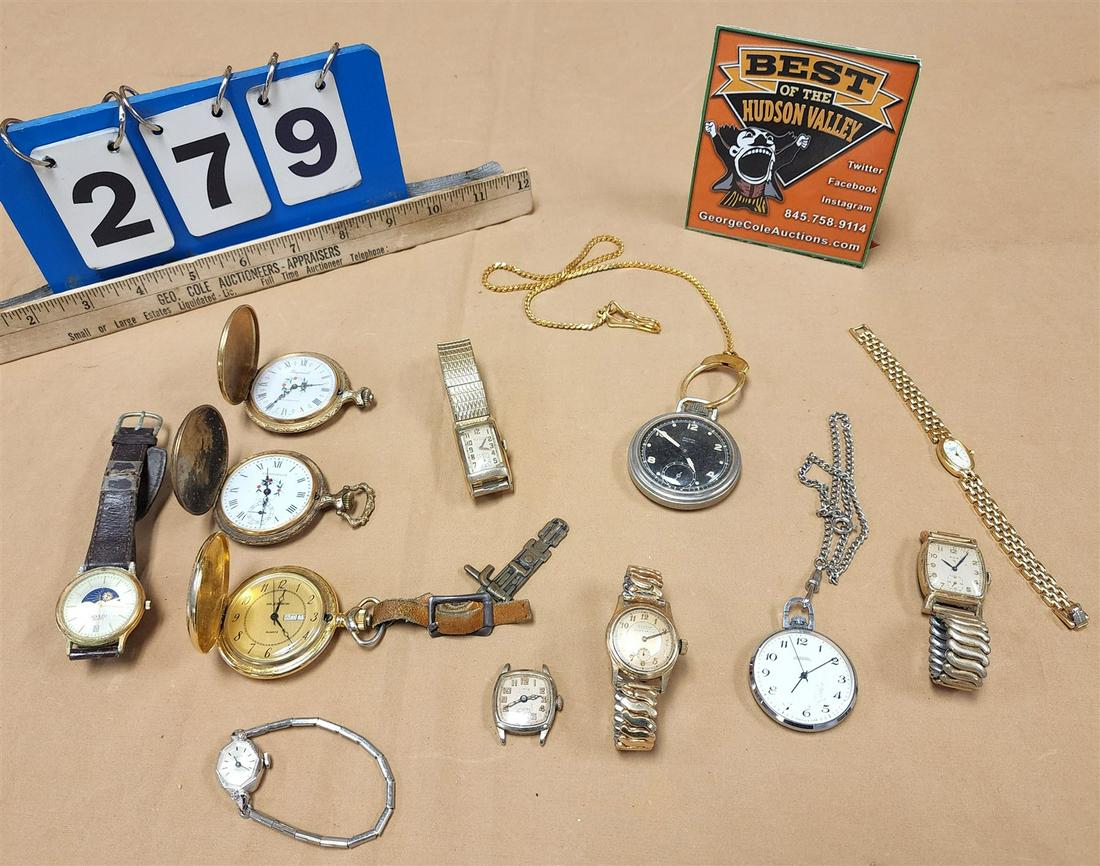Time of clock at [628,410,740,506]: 4:50
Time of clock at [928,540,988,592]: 10:06
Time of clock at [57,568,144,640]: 2:29
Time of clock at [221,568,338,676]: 12:23
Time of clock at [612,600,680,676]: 2:11
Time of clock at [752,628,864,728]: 7:09
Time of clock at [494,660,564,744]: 2:41
